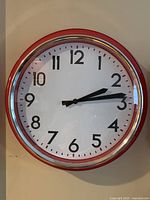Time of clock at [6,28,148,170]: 2:13
